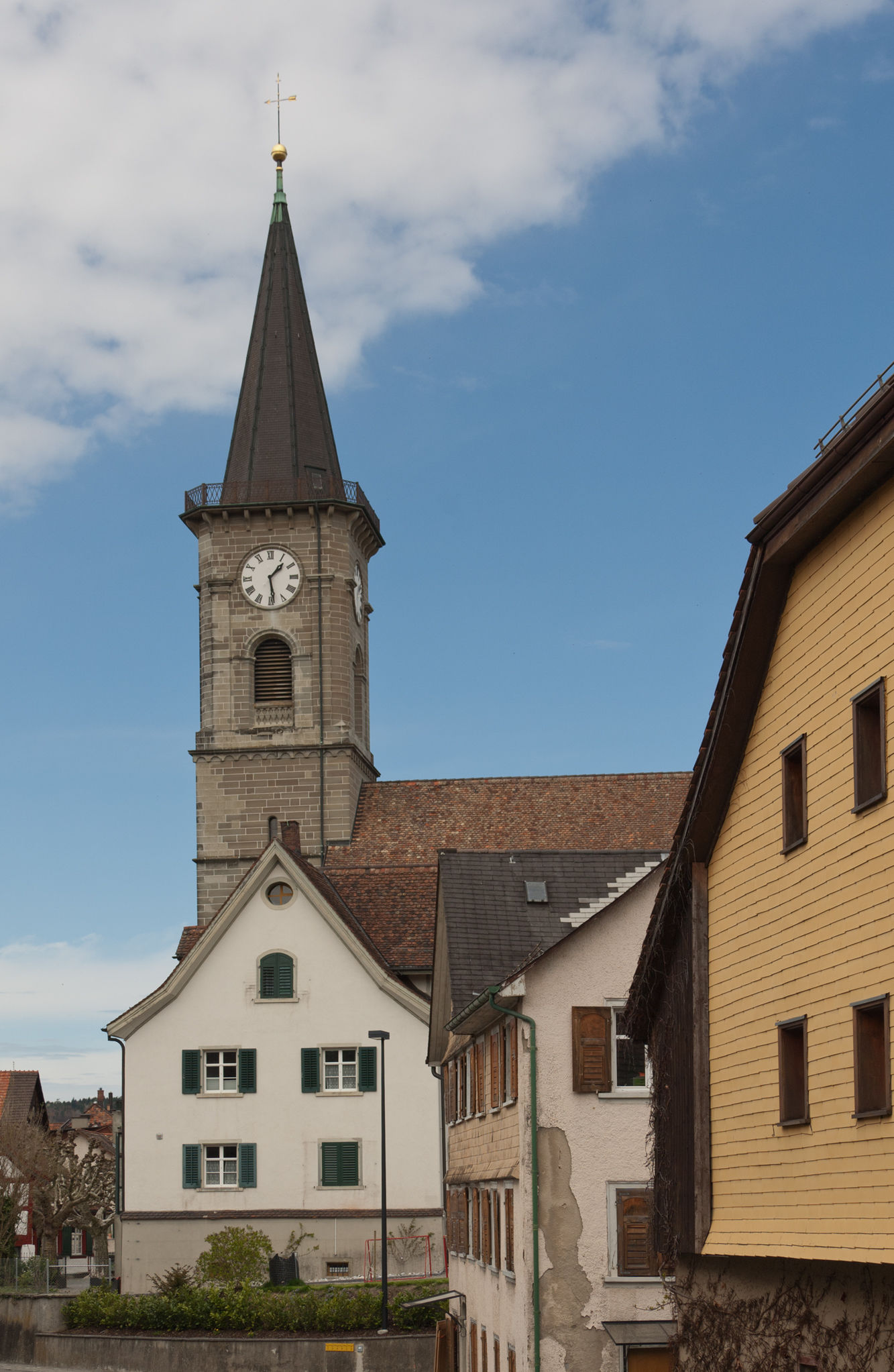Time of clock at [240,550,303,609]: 1:28
